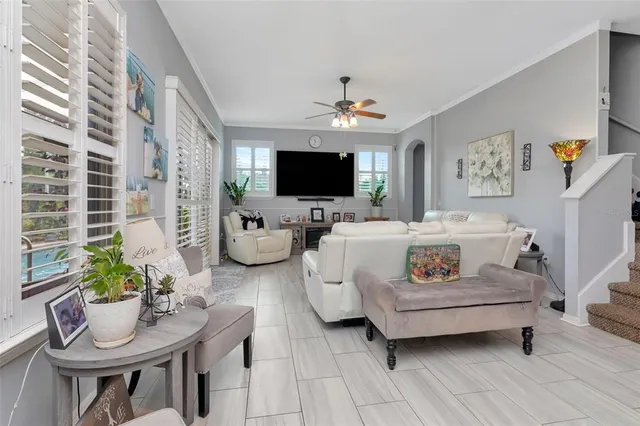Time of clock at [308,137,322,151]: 11:33
